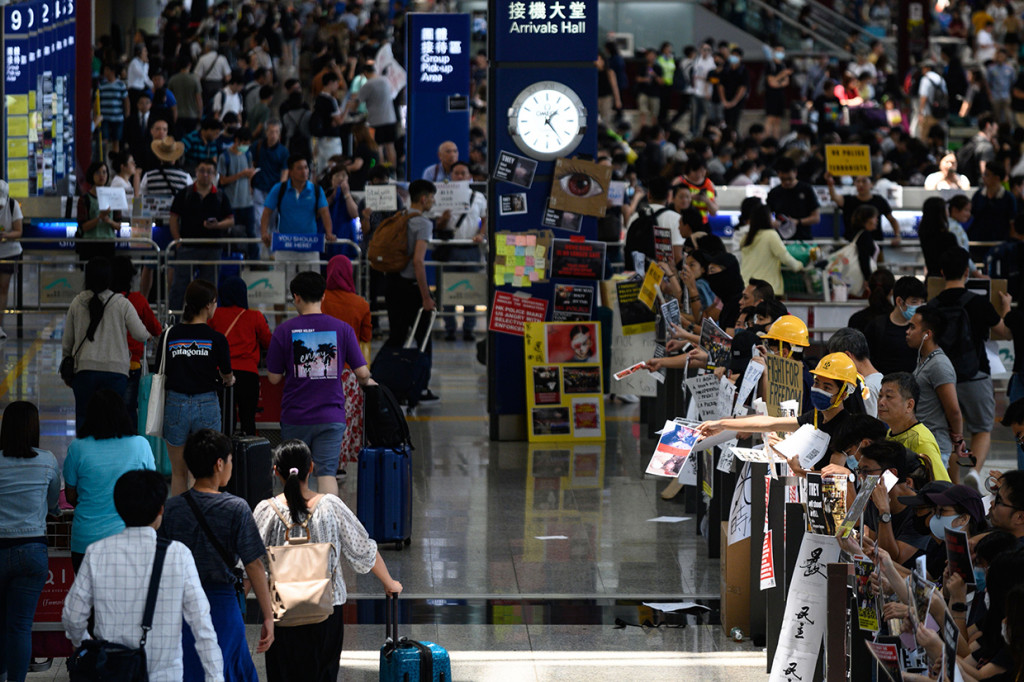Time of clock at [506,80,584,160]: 1:23
